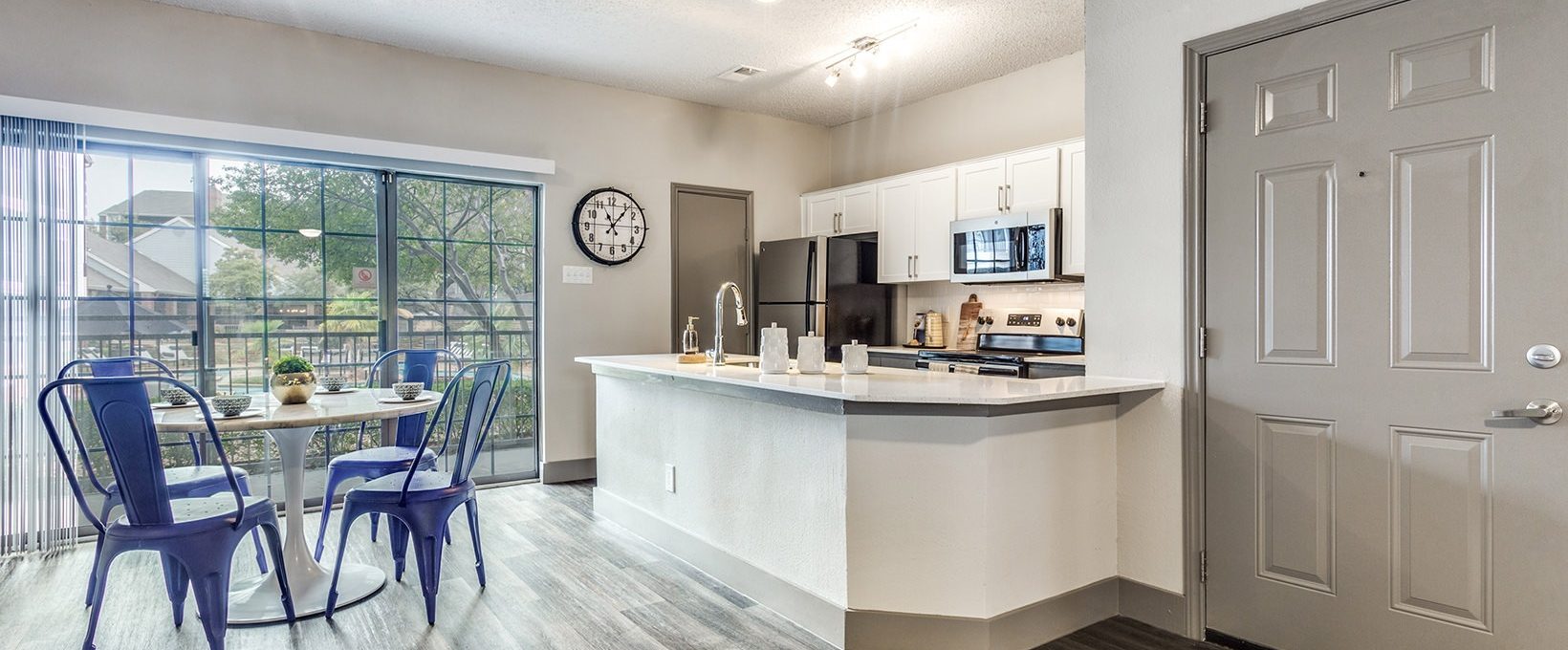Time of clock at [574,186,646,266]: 11:06
